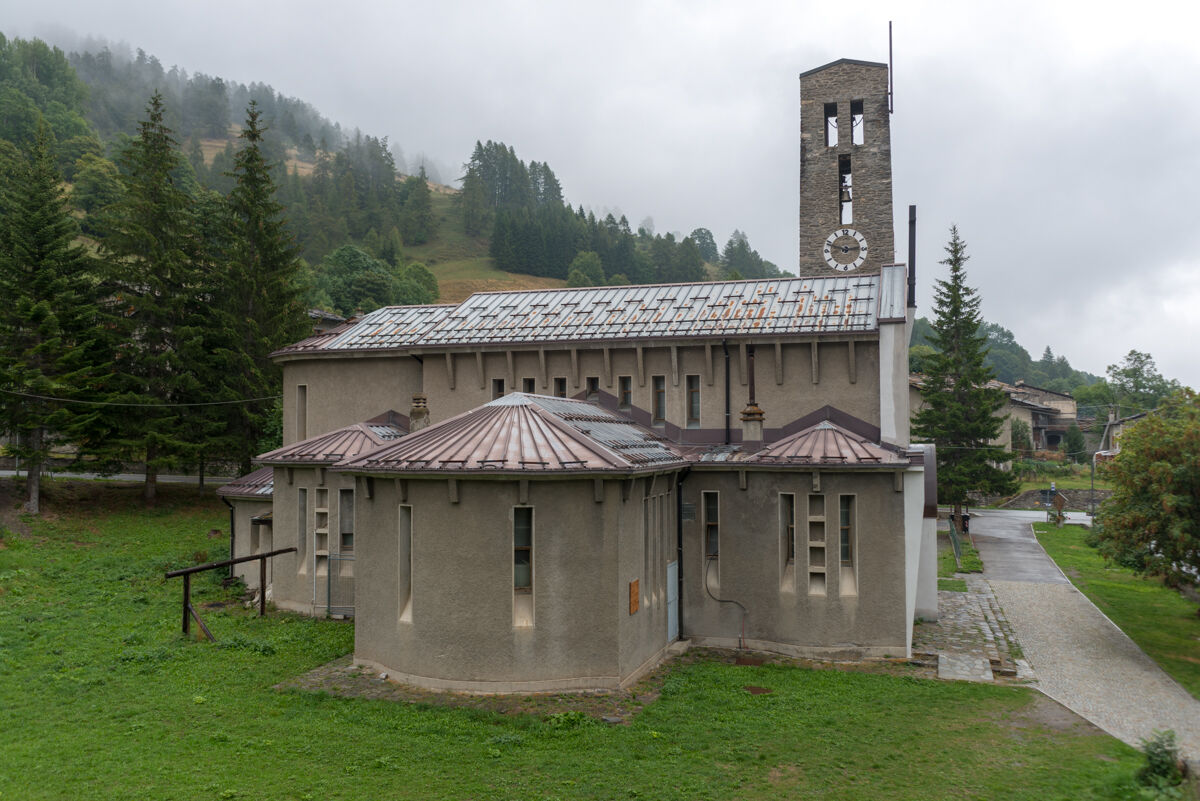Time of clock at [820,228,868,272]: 2:48
